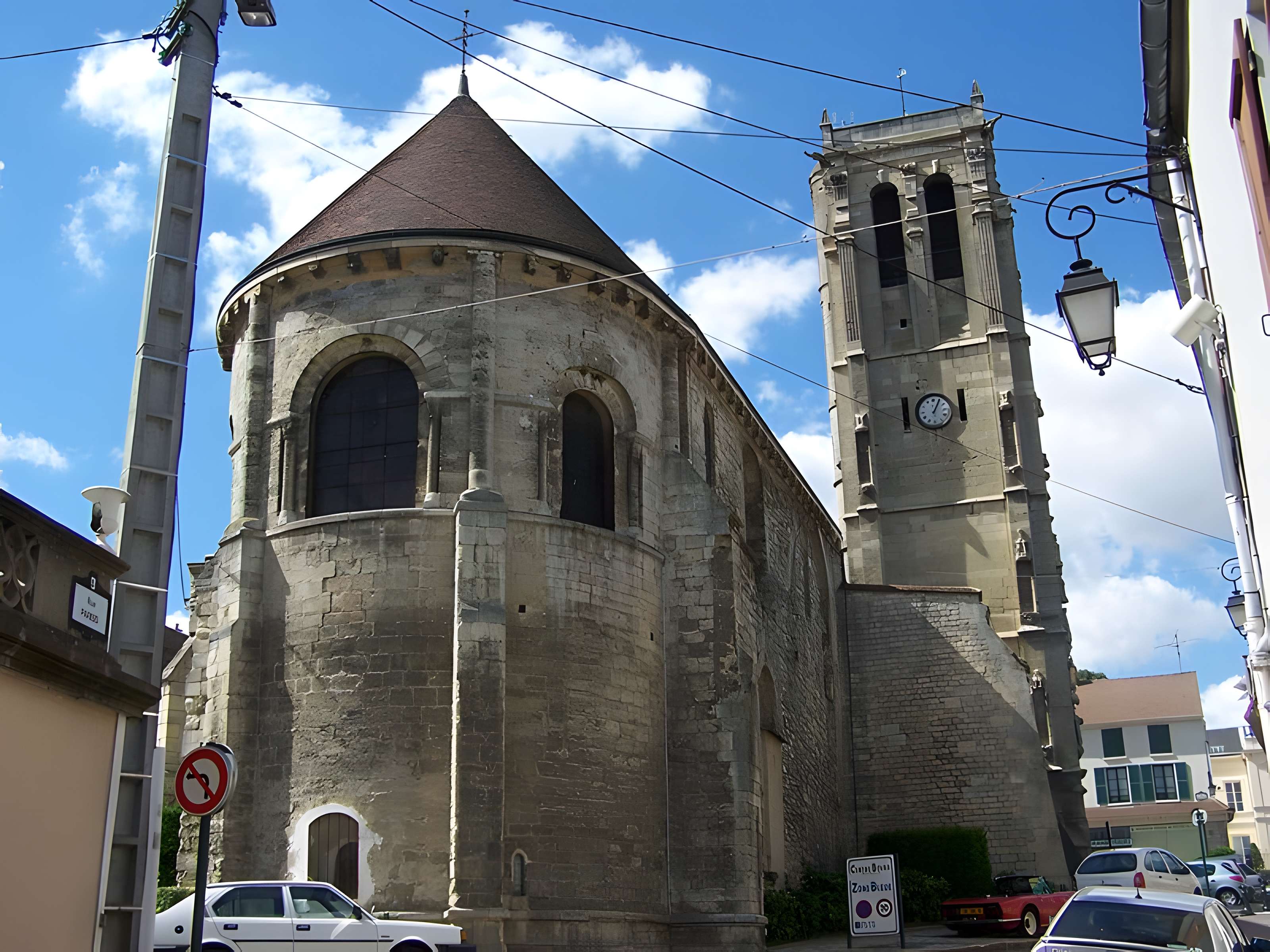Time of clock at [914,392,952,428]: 1:04
